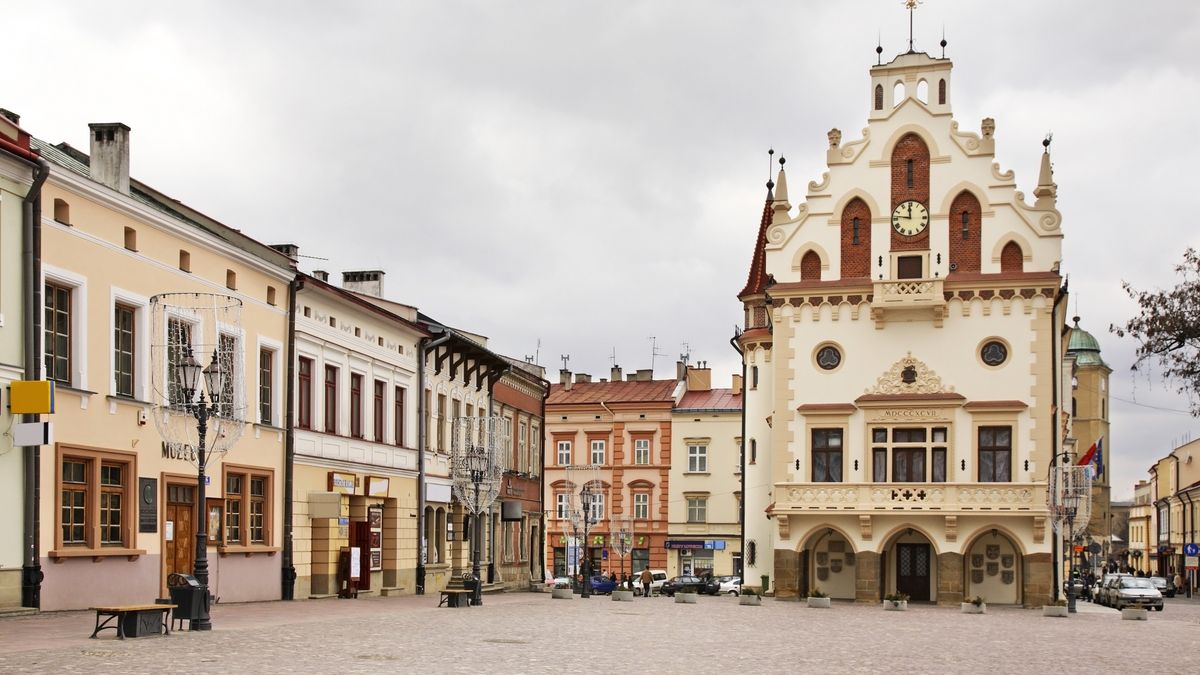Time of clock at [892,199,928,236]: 11:46
